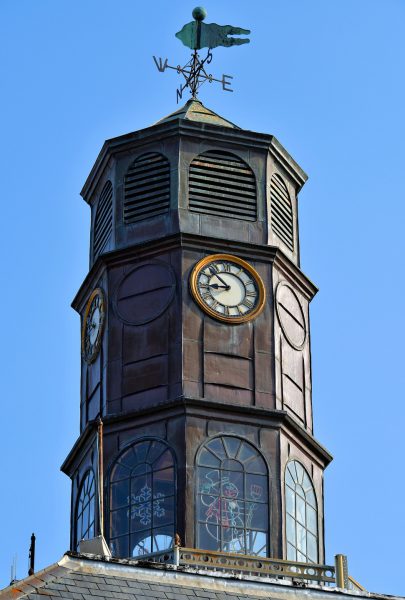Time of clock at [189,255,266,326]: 8:52
